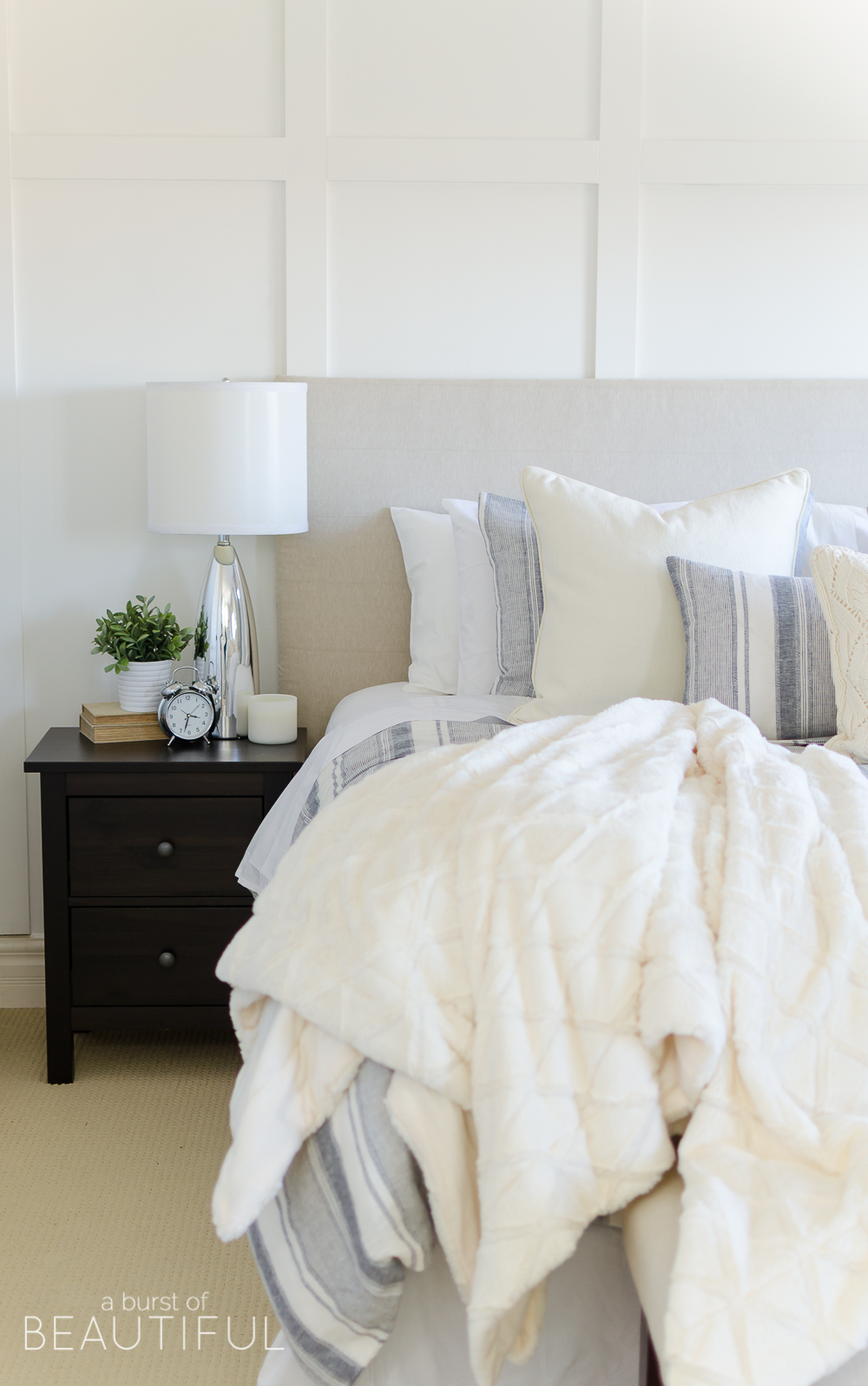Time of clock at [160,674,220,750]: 3:32
